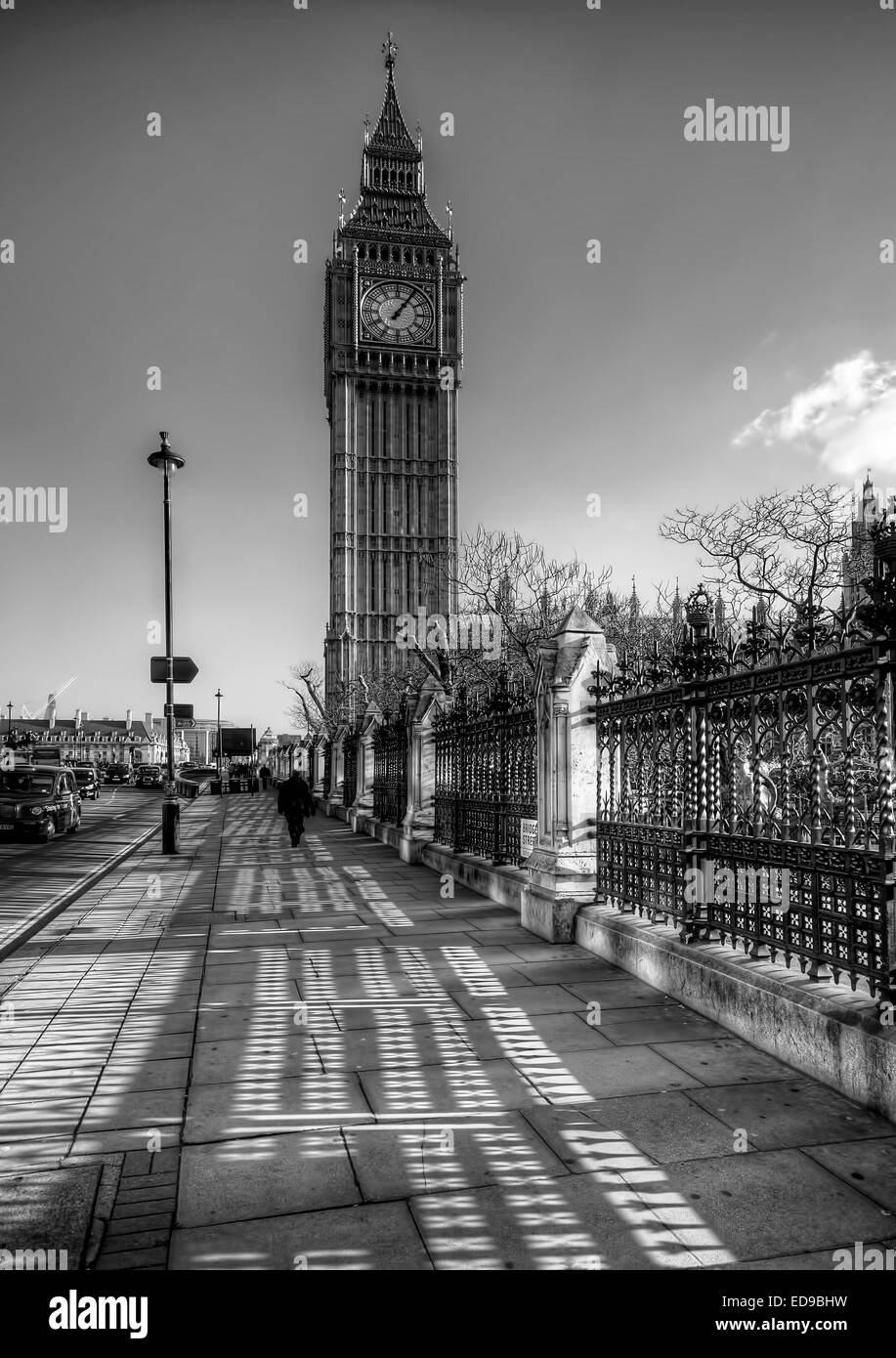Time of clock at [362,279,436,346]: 1:05
